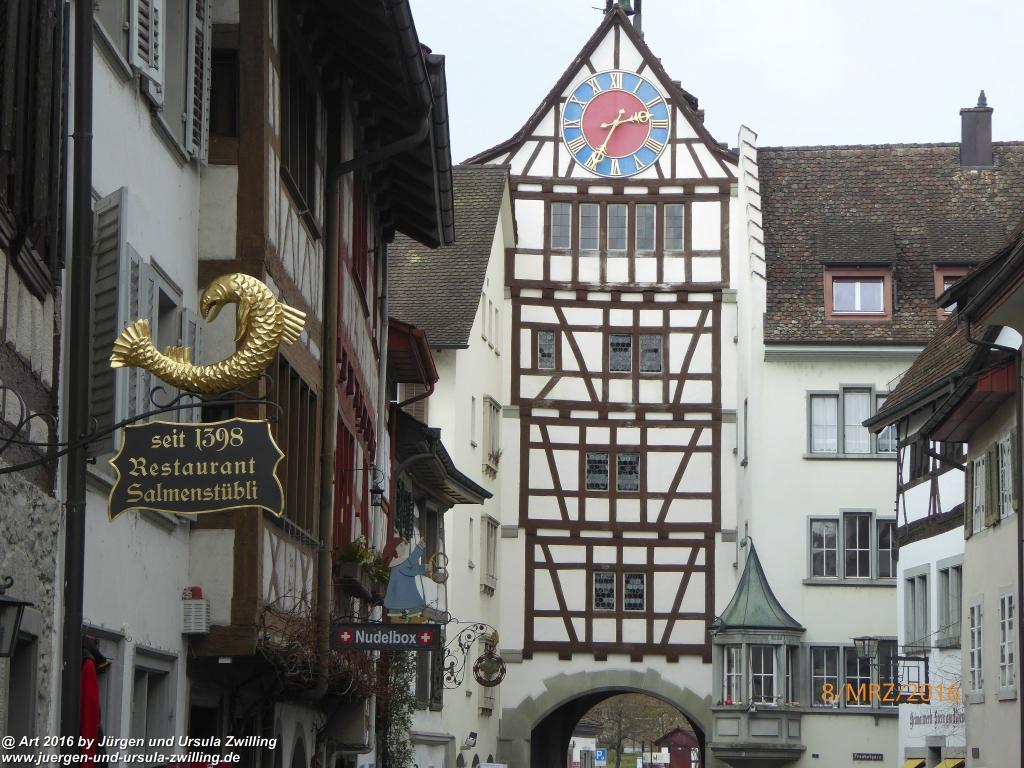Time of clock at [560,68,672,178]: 2:34
